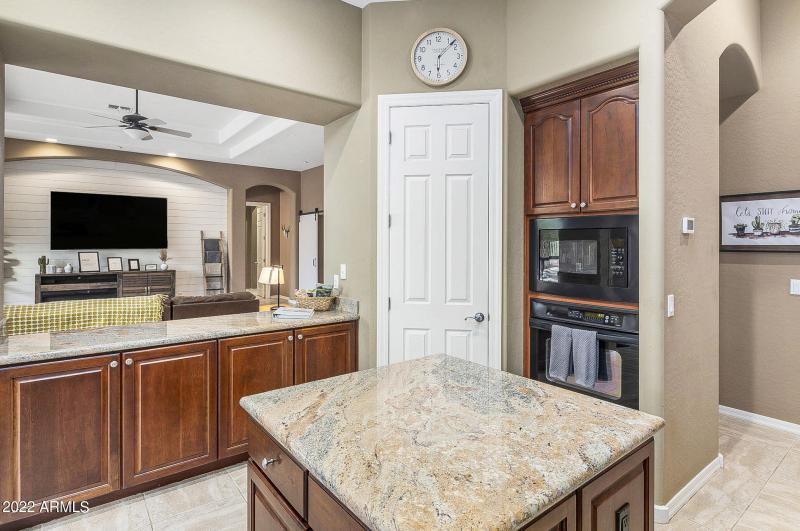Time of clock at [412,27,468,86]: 6:07
